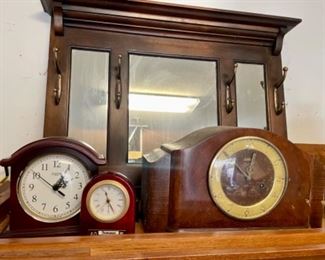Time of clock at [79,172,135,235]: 11:25
